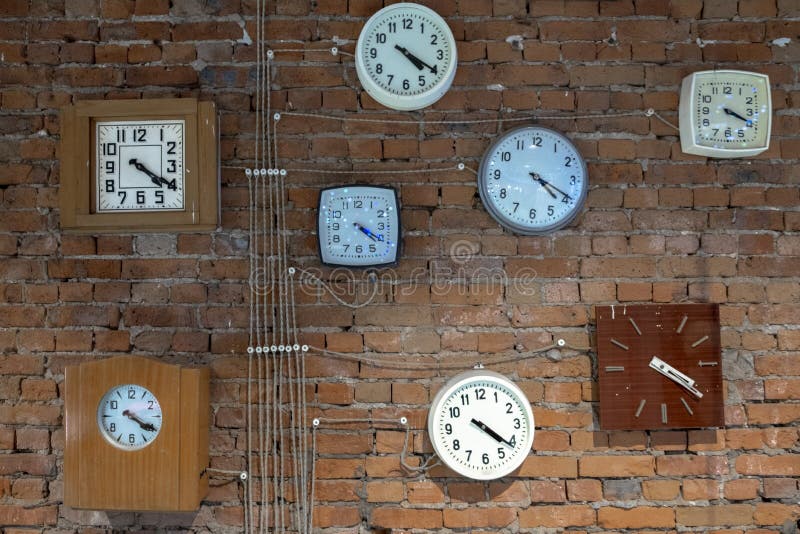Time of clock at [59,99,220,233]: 4:20
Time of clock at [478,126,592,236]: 4:19
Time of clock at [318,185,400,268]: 4:20
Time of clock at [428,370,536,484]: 4:21
